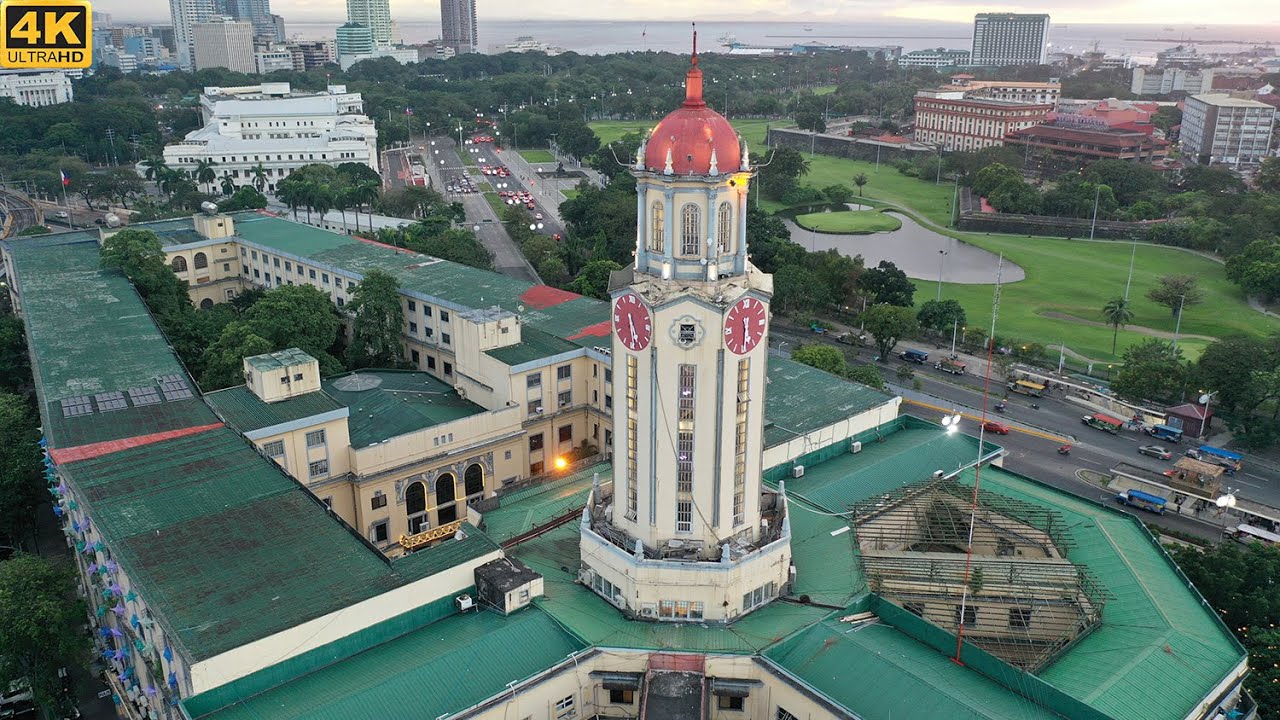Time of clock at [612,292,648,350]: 5:28
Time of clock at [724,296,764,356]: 5:30
